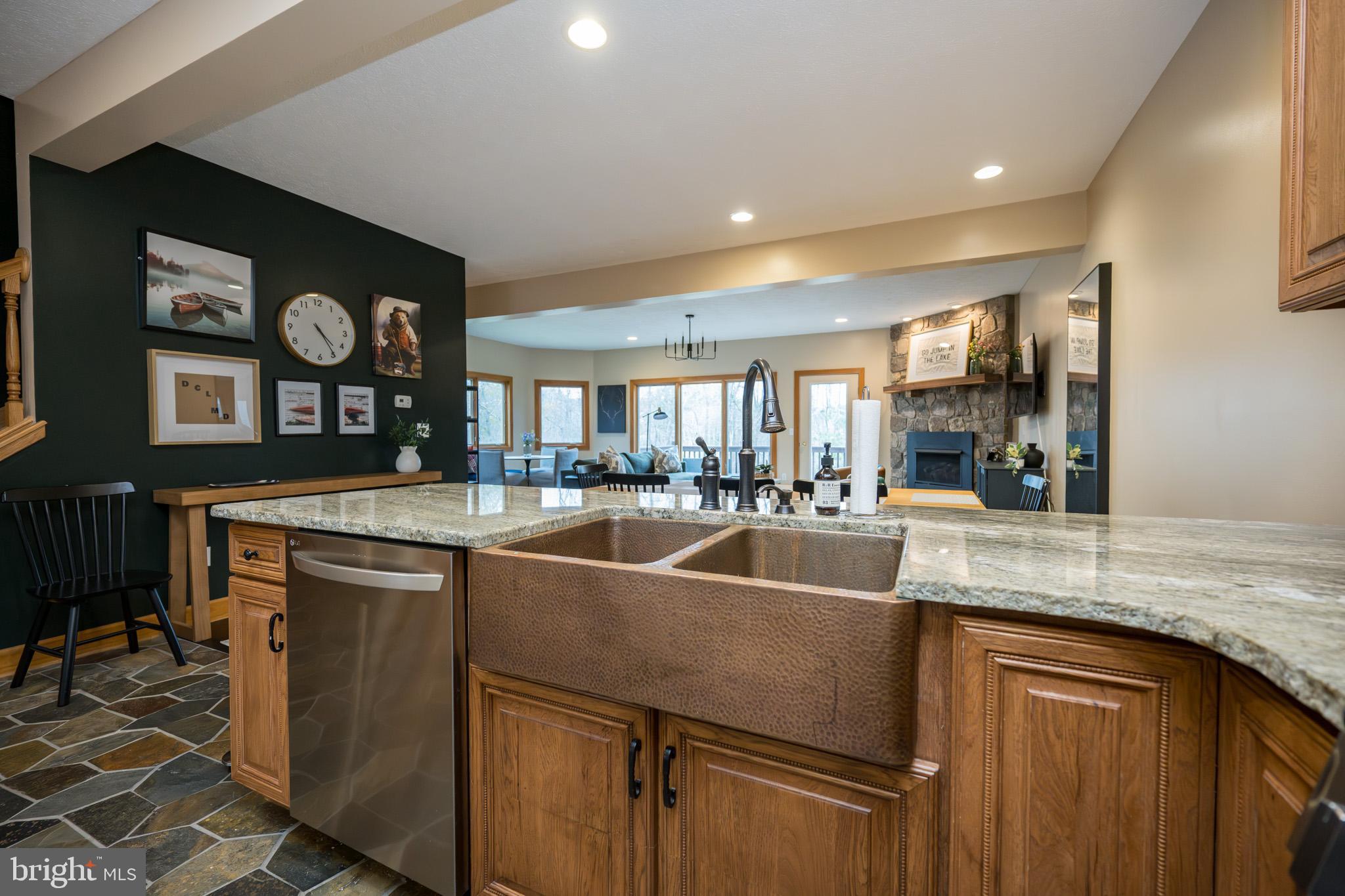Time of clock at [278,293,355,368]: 4:24
